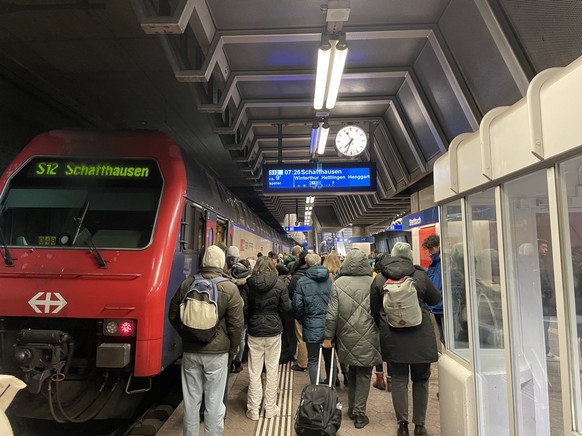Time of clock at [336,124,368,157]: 7:33
